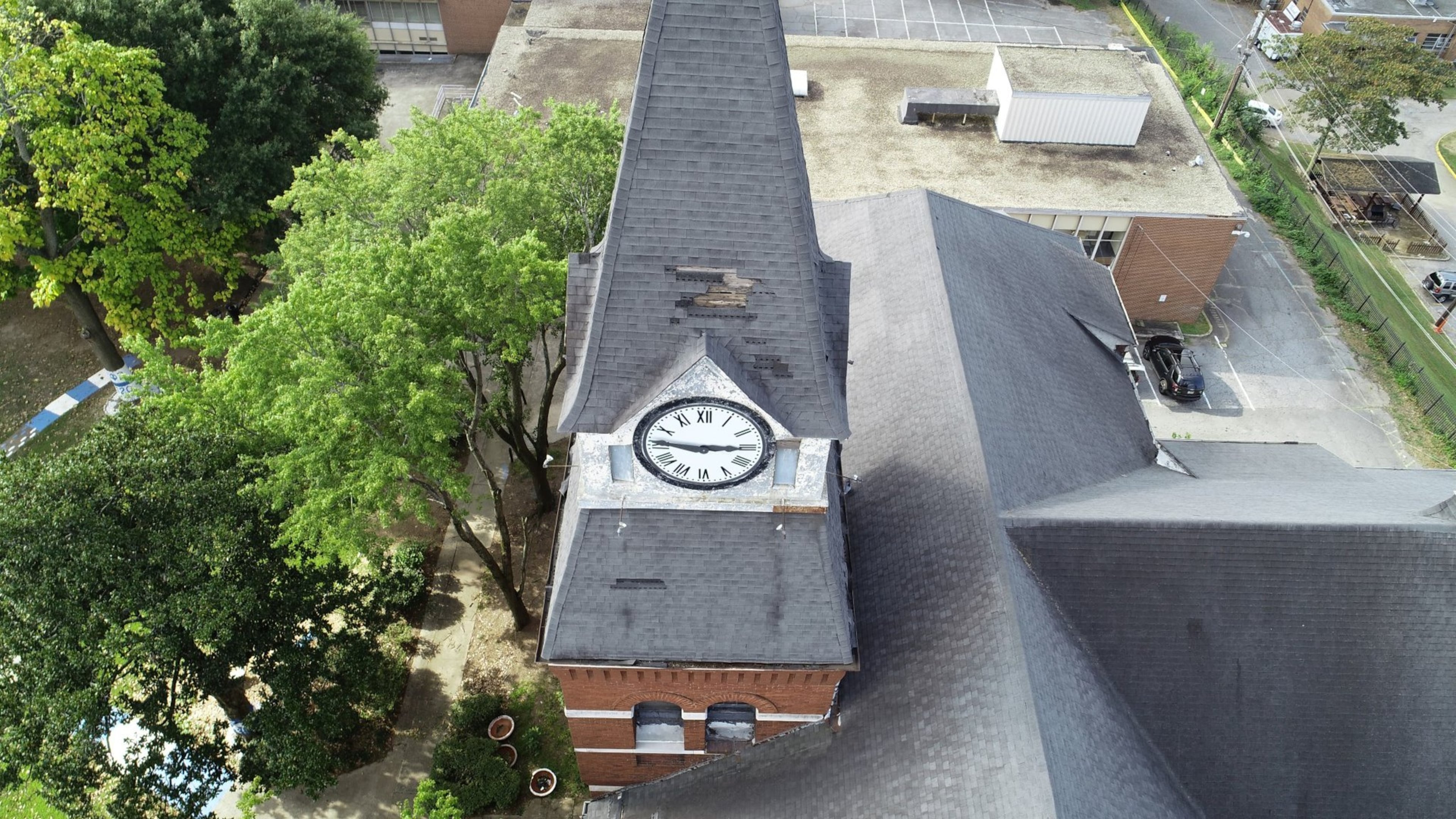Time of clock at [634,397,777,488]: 9:15
